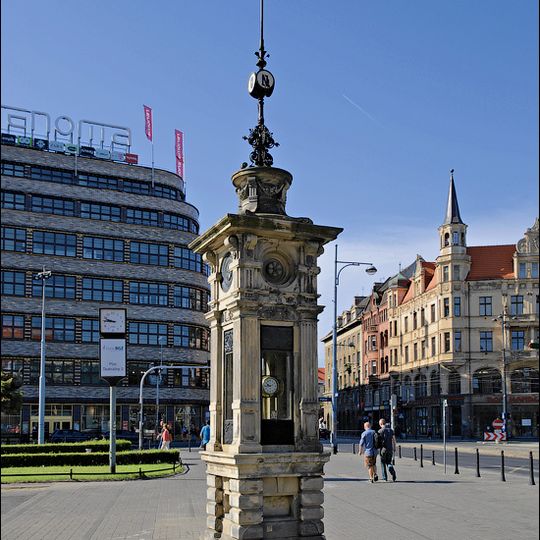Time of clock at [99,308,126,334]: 9:45
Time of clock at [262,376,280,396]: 9:43
